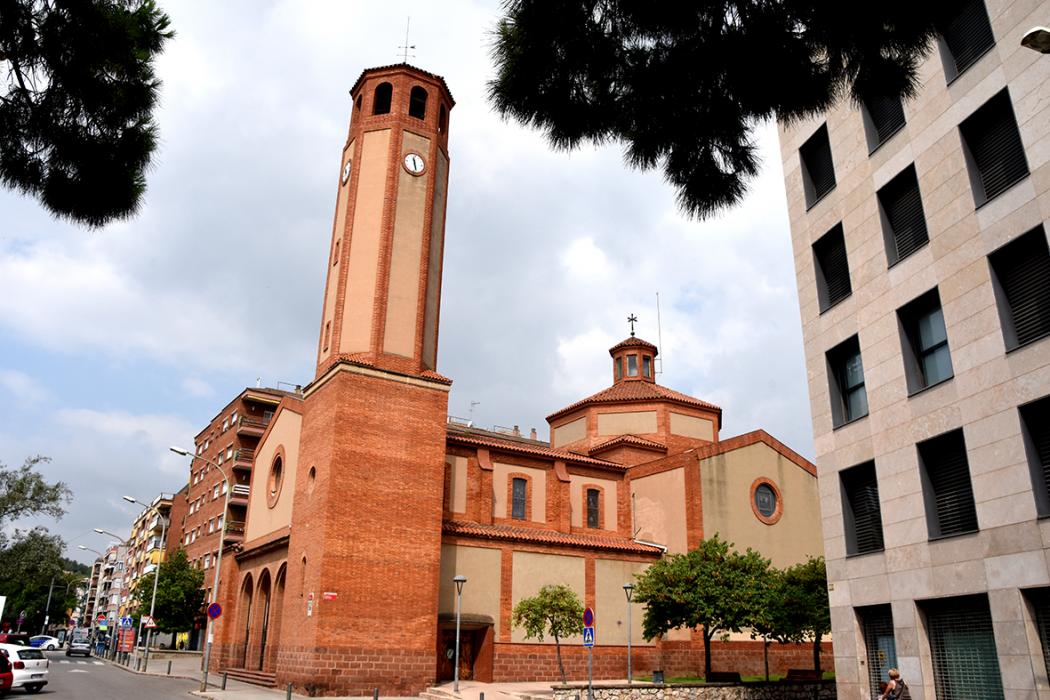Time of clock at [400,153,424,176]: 11:28
